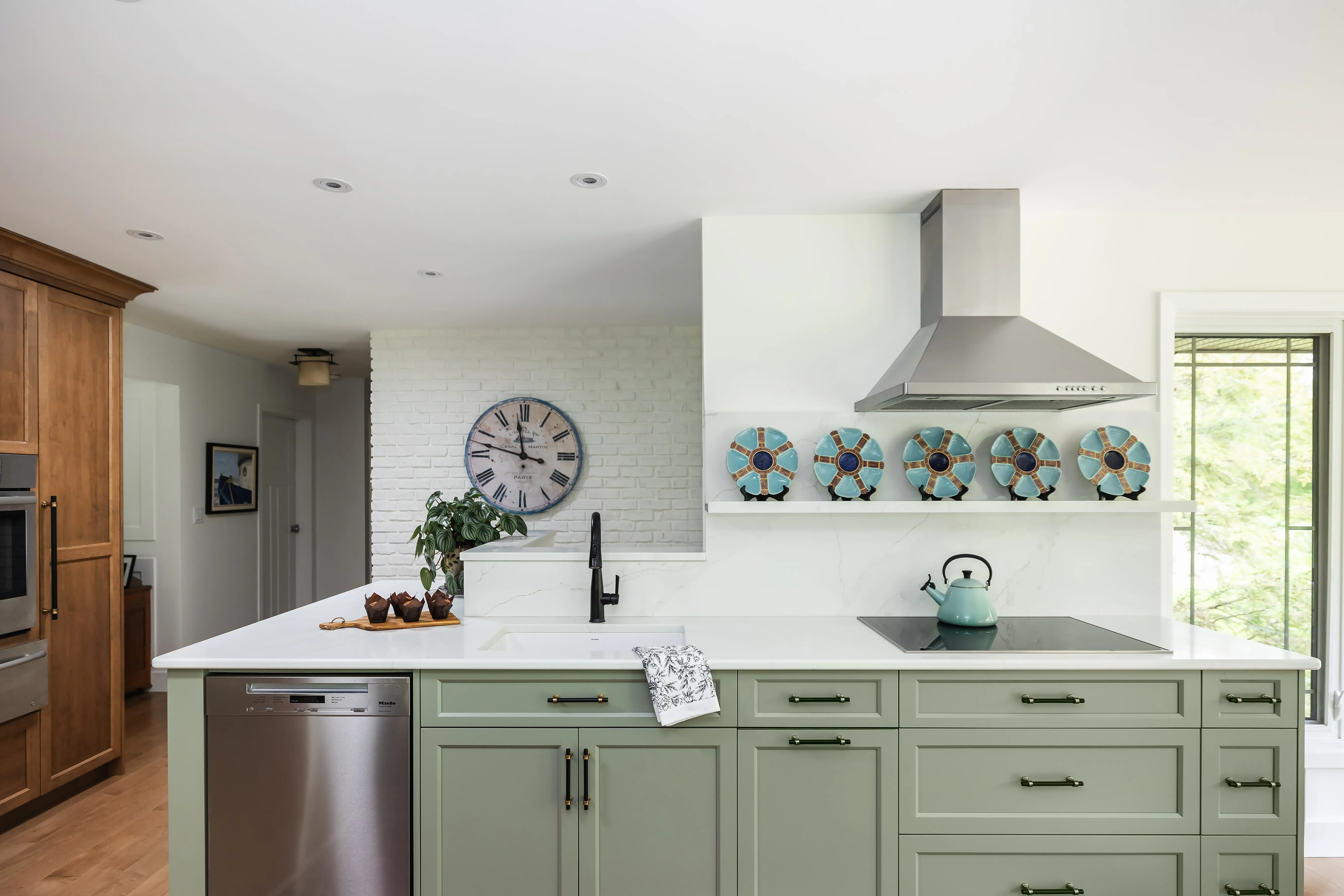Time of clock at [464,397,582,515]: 11:47
